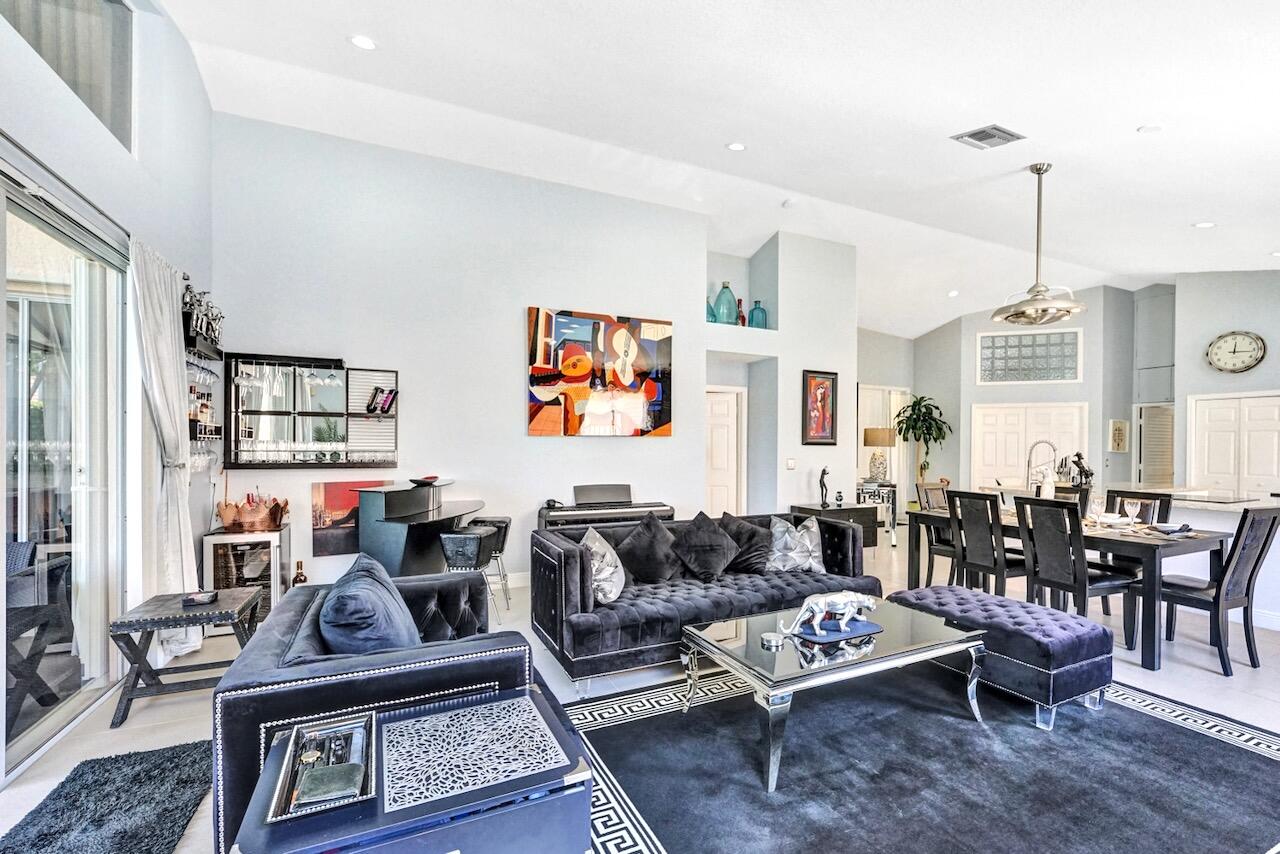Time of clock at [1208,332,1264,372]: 12:16
